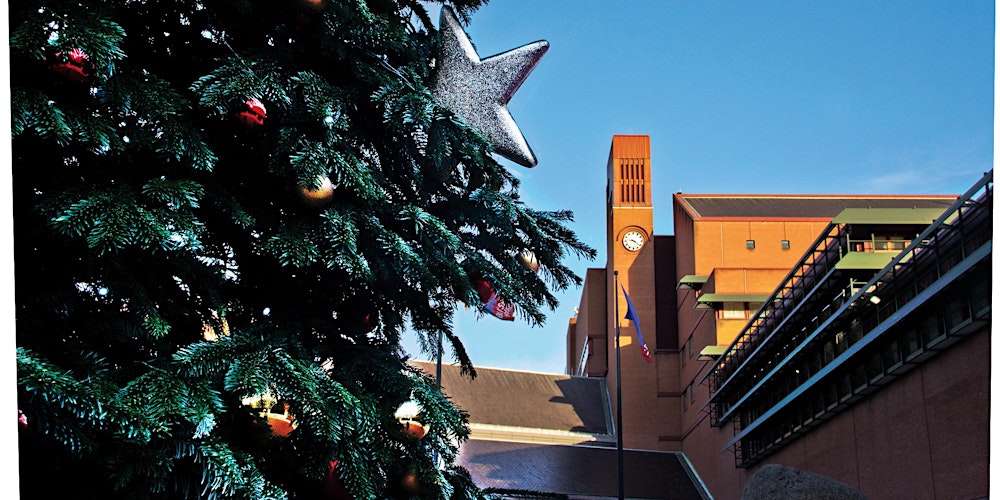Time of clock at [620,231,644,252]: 9:21
